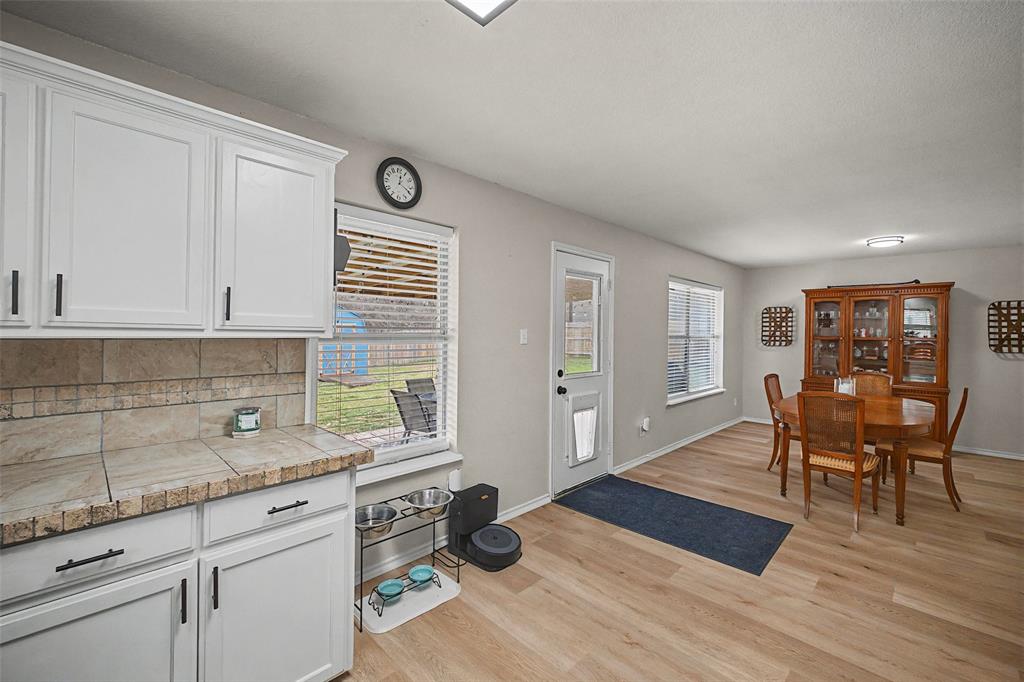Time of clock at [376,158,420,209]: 12:19
